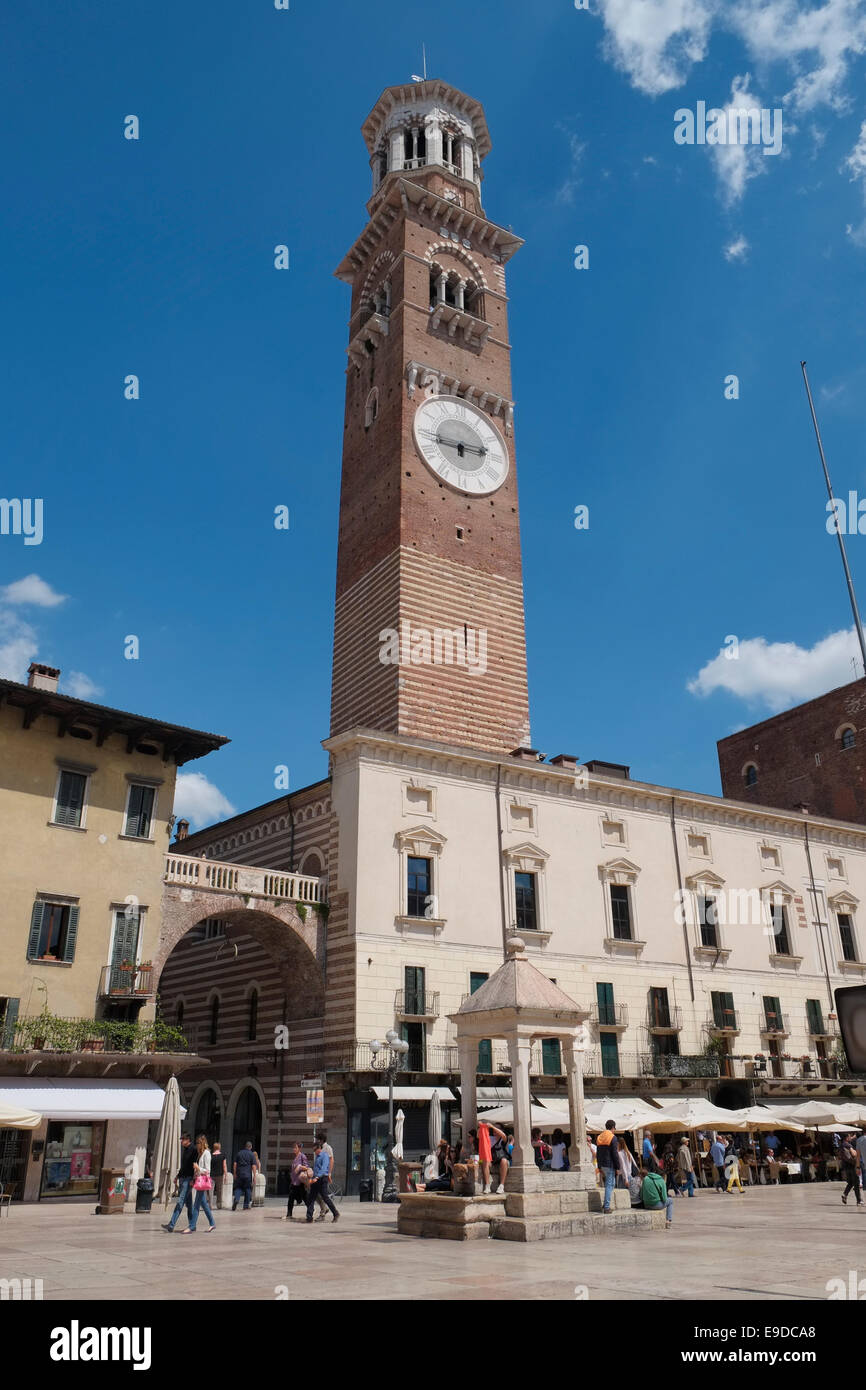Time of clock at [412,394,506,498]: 2:44
